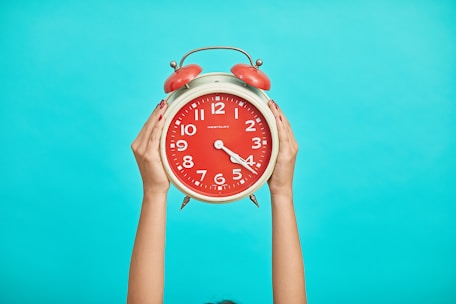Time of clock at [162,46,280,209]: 4:21
